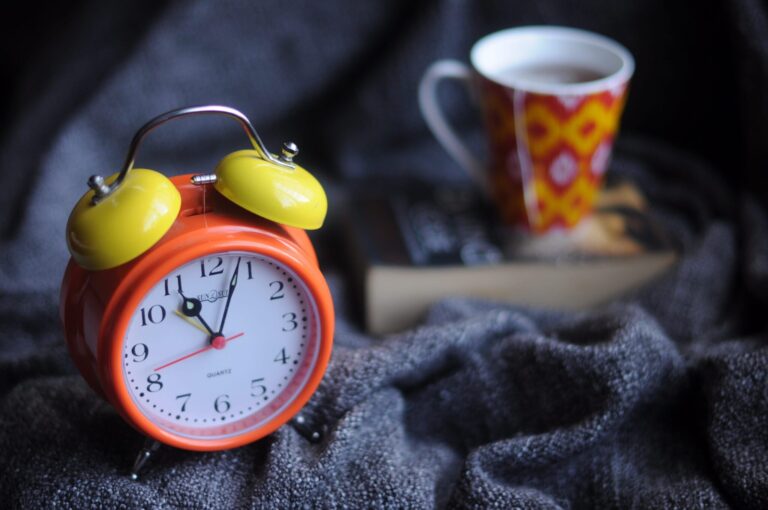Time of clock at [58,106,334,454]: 11:03
